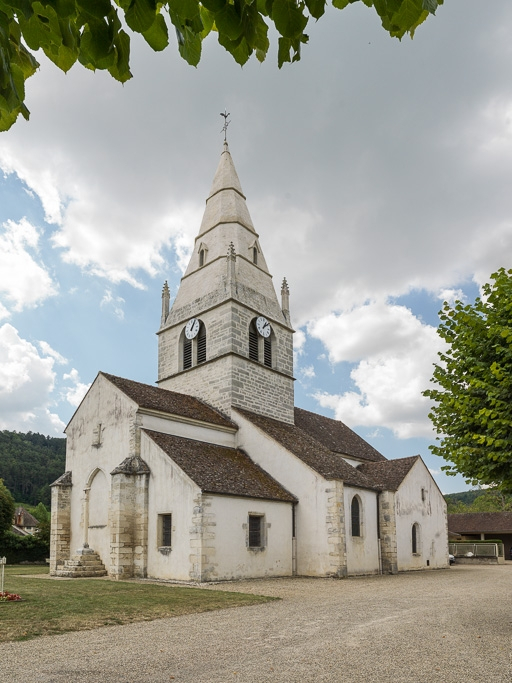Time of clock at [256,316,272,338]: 1:08
